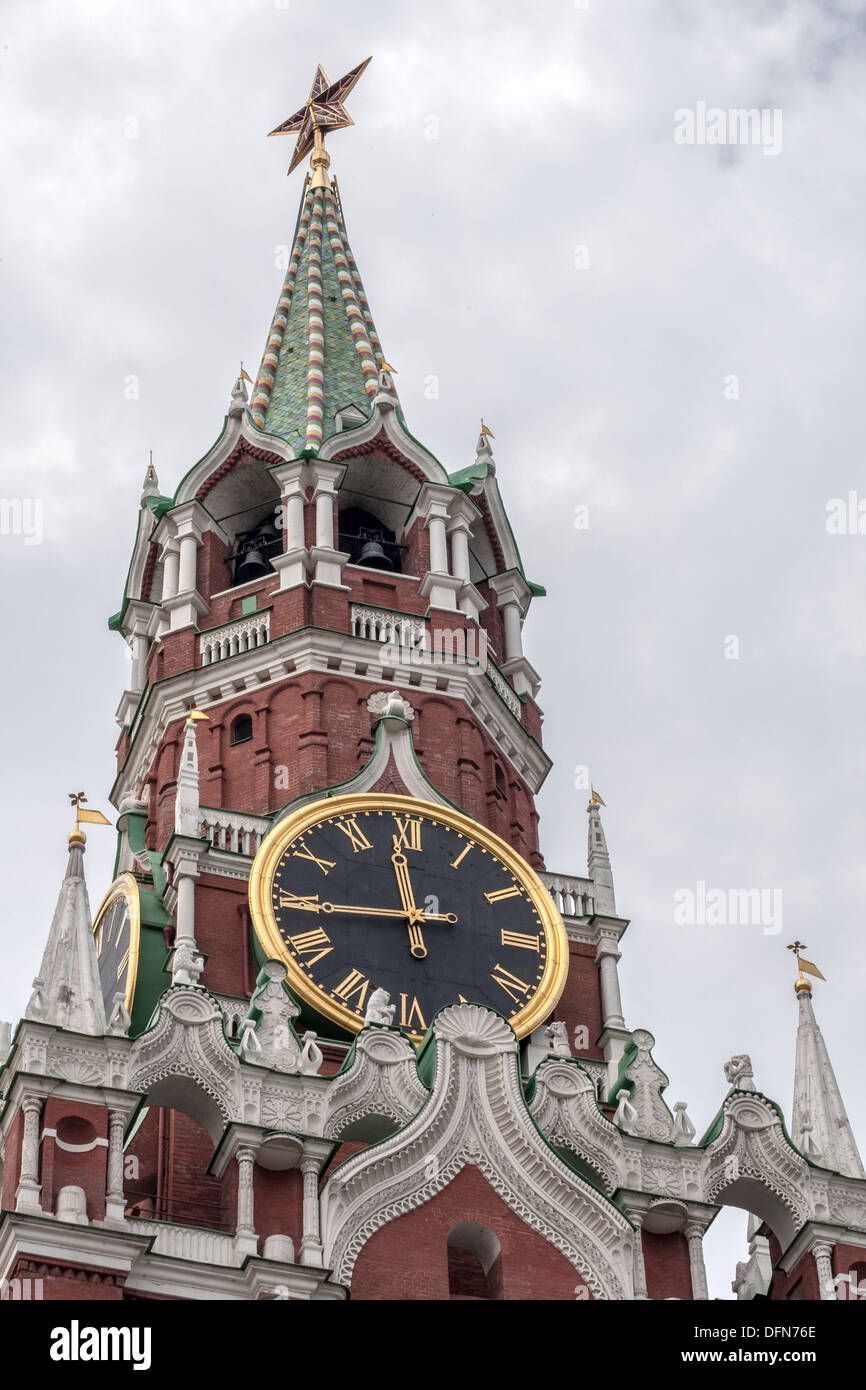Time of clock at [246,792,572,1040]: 11:44
